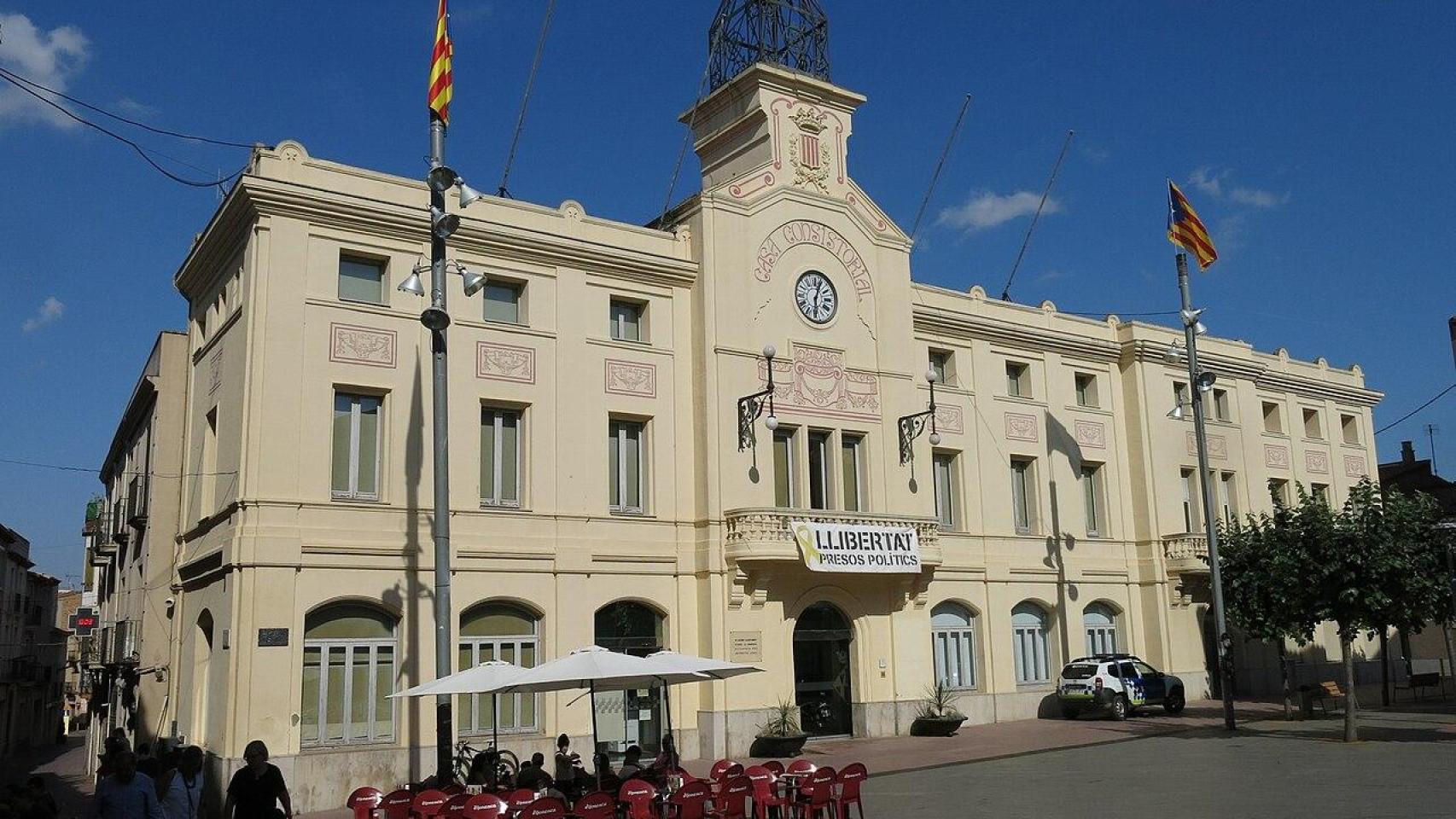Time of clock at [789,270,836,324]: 6:03
